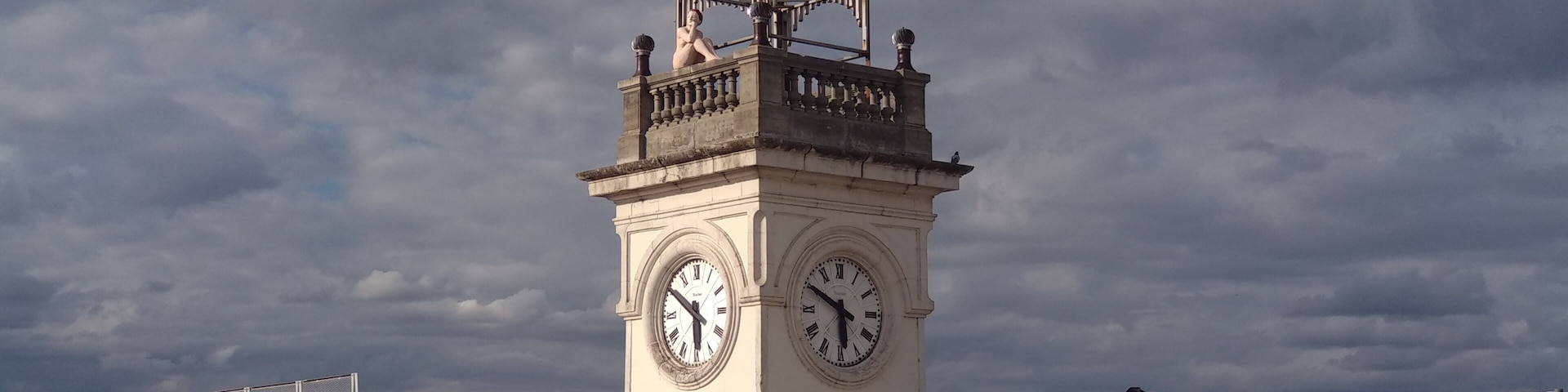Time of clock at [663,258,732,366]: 5:50
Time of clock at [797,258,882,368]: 5:49
